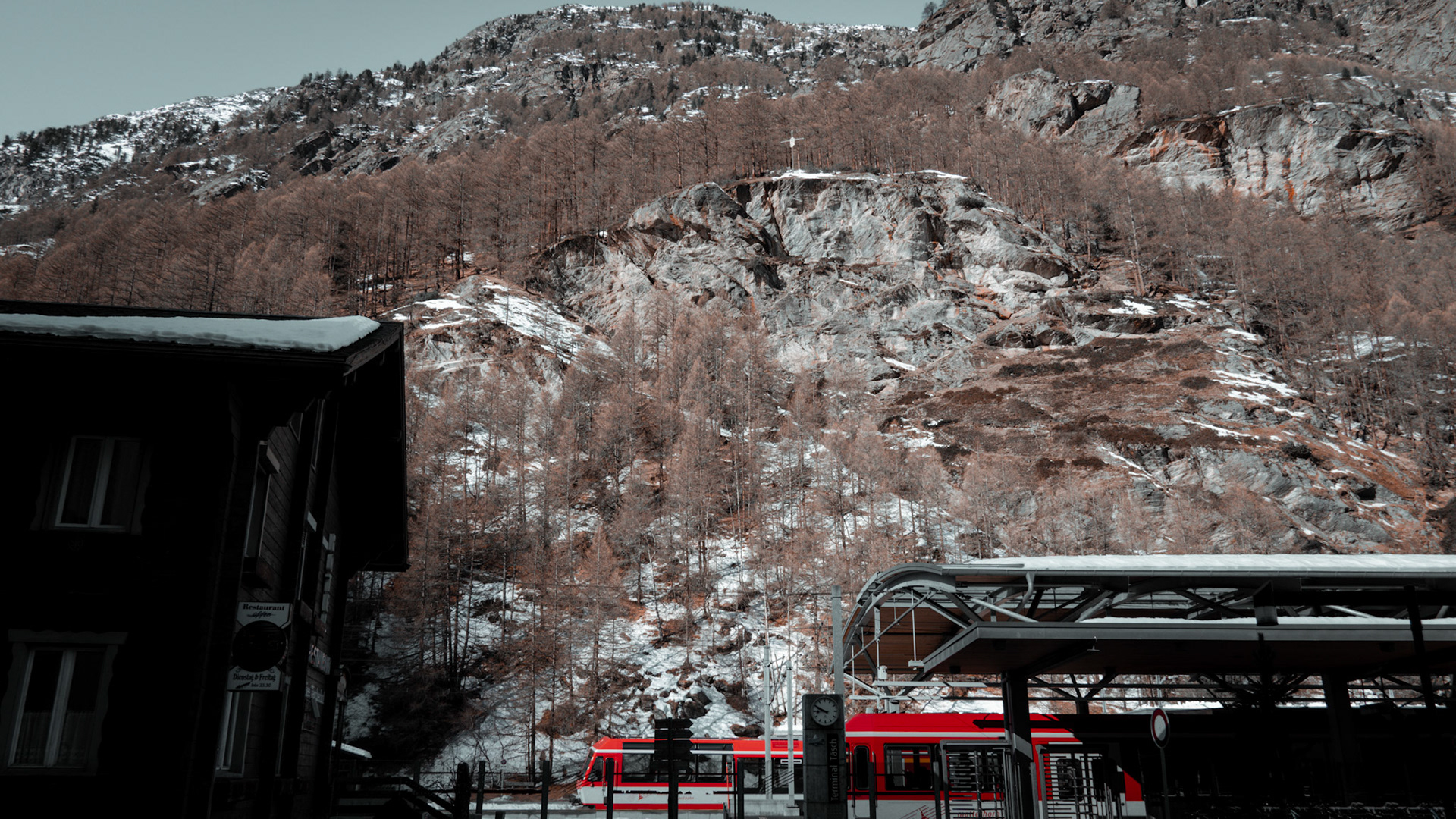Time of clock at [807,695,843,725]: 8:49
